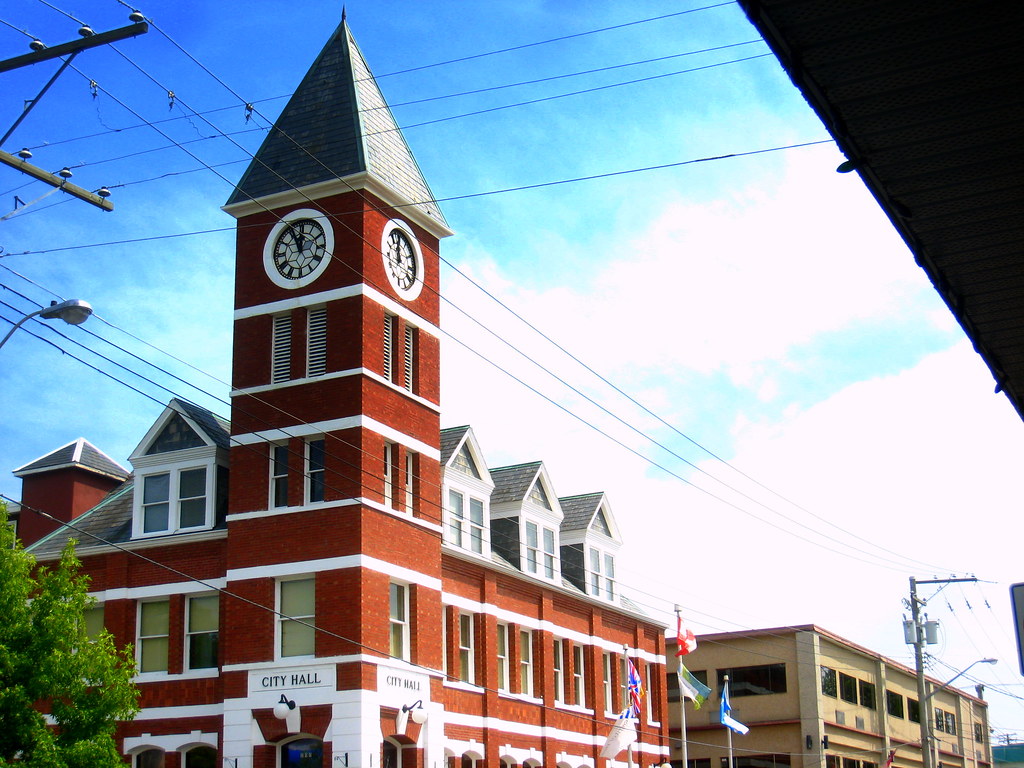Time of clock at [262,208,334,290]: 11:55
